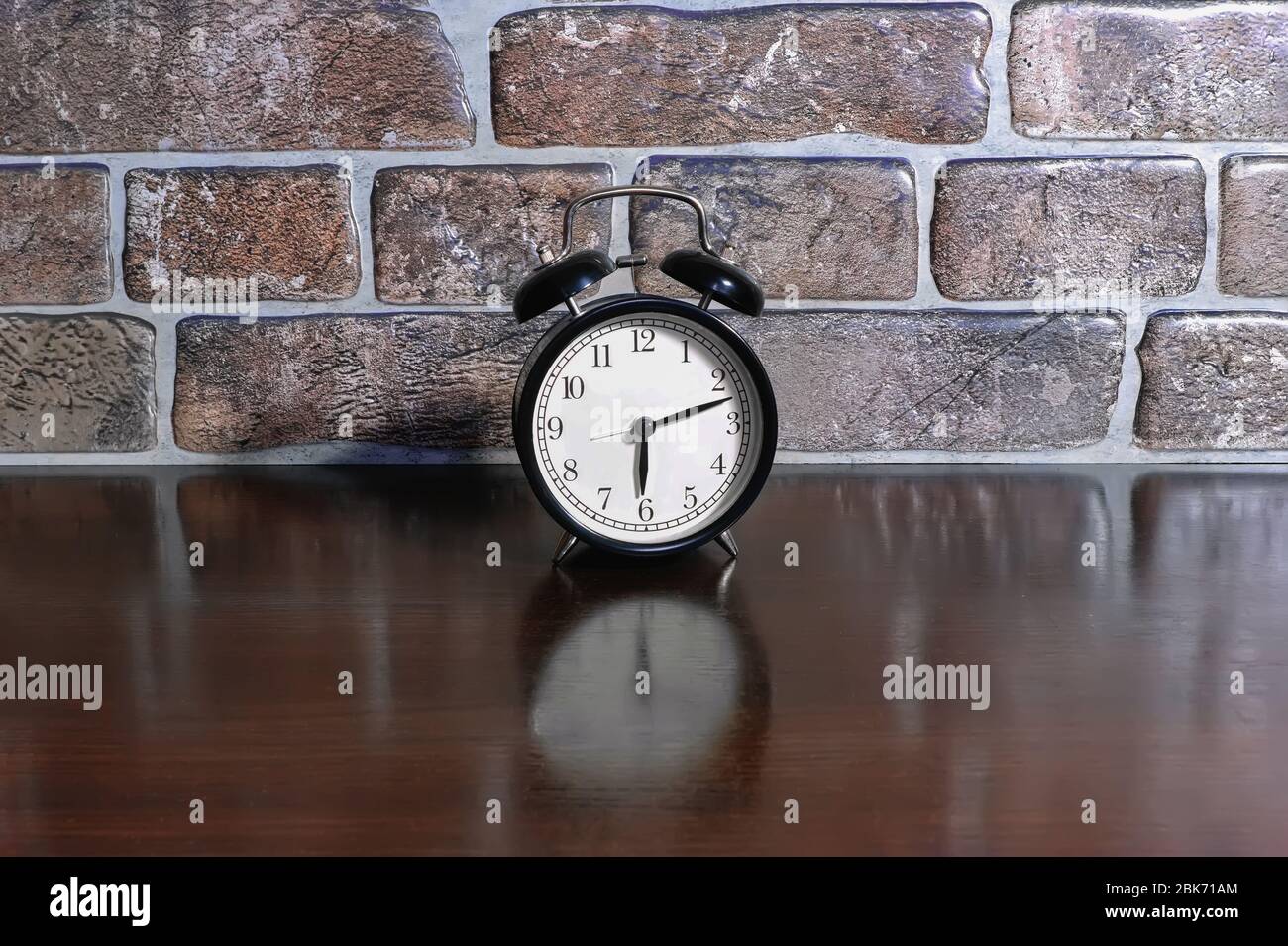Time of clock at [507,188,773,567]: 6:12
